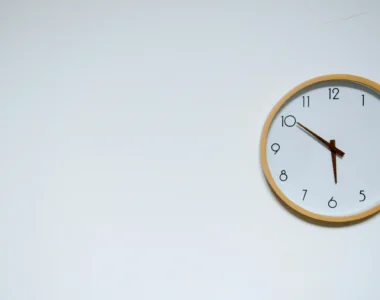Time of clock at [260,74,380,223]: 5:50
